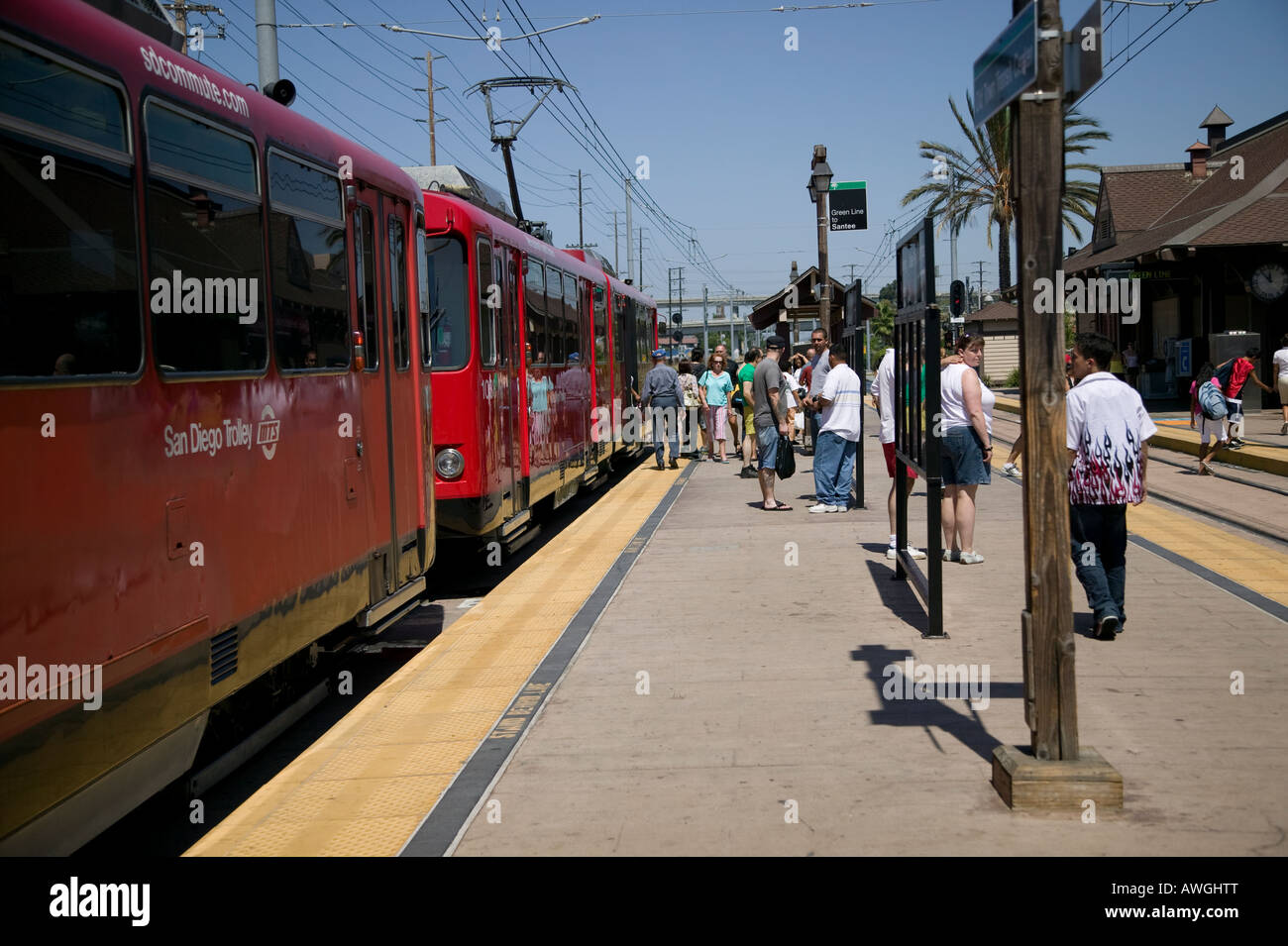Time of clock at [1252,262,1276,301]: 11:52
